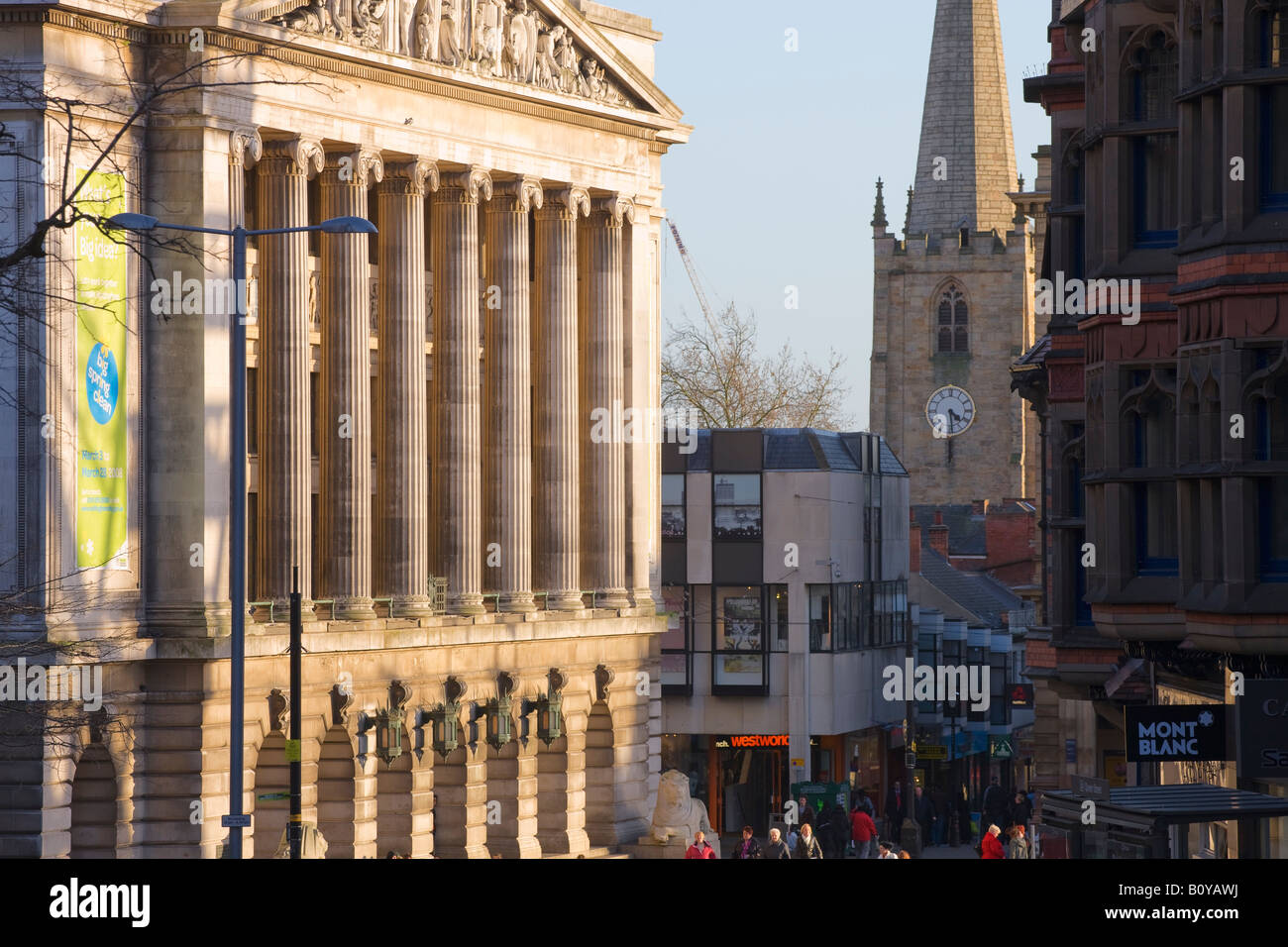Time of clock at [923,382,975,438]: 4:29
